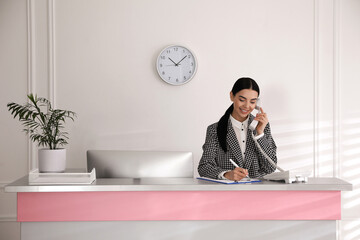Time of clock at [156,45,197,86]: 10:08
